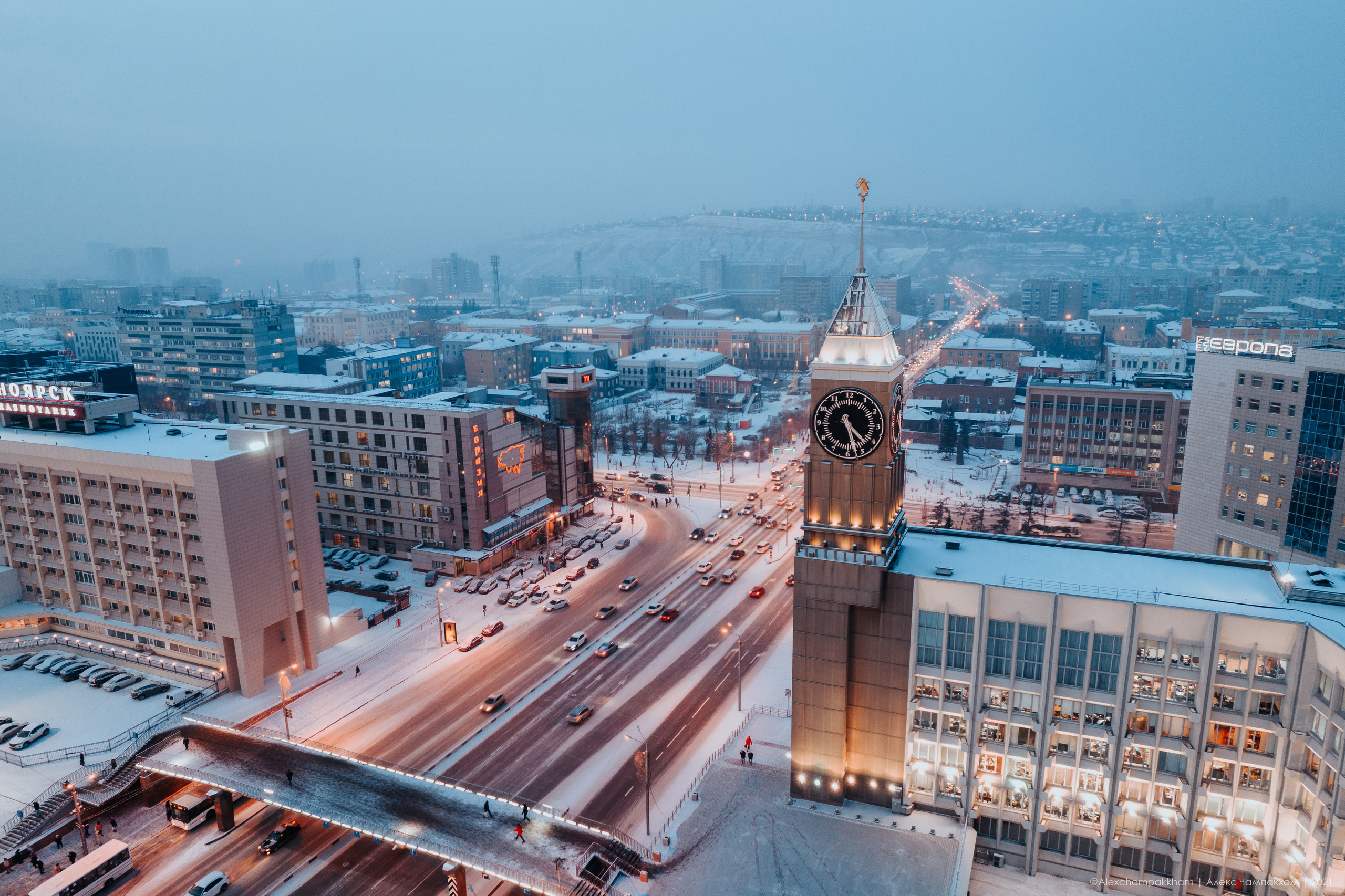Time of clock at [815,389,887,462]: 4:27
